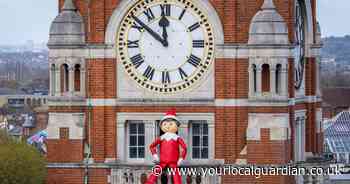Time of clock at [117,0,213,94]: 11:51
